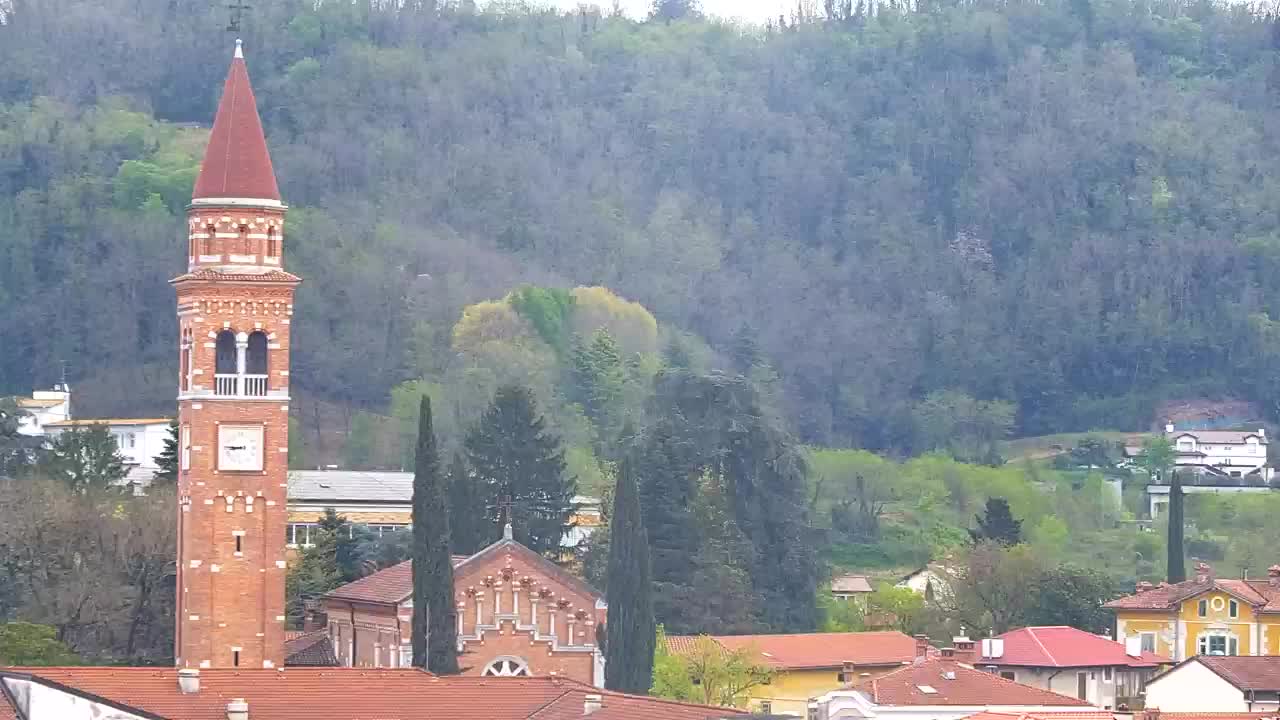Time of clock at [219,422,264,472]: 8:45
